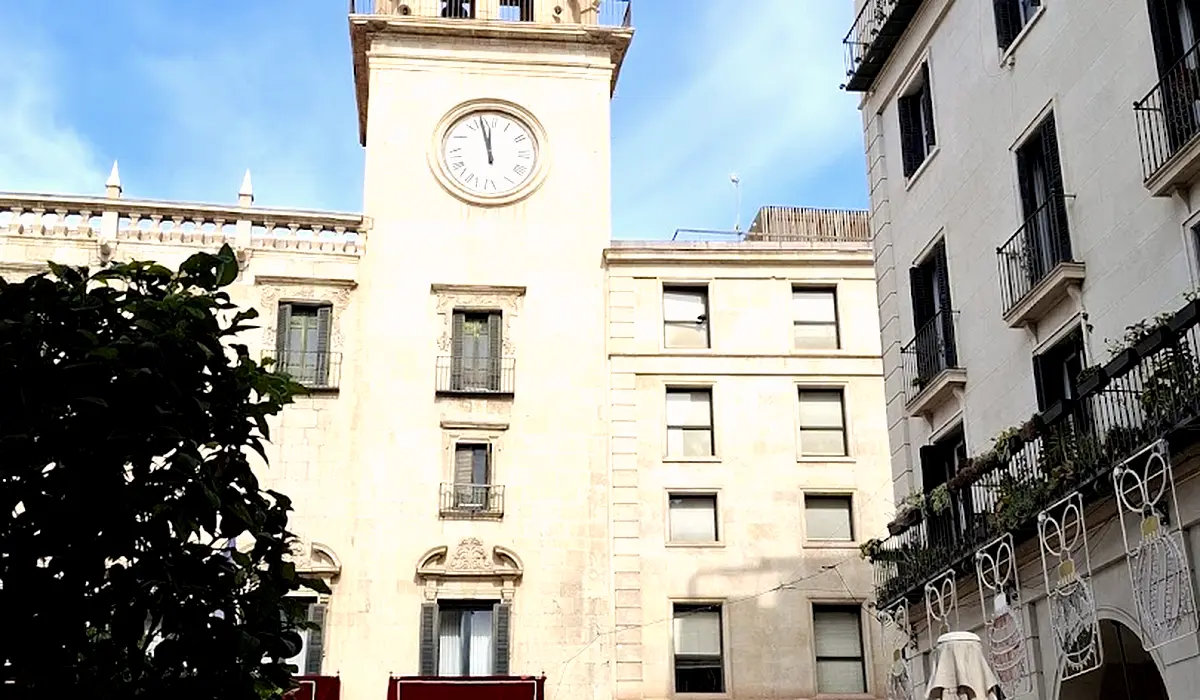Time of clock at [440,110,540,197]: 11:57
